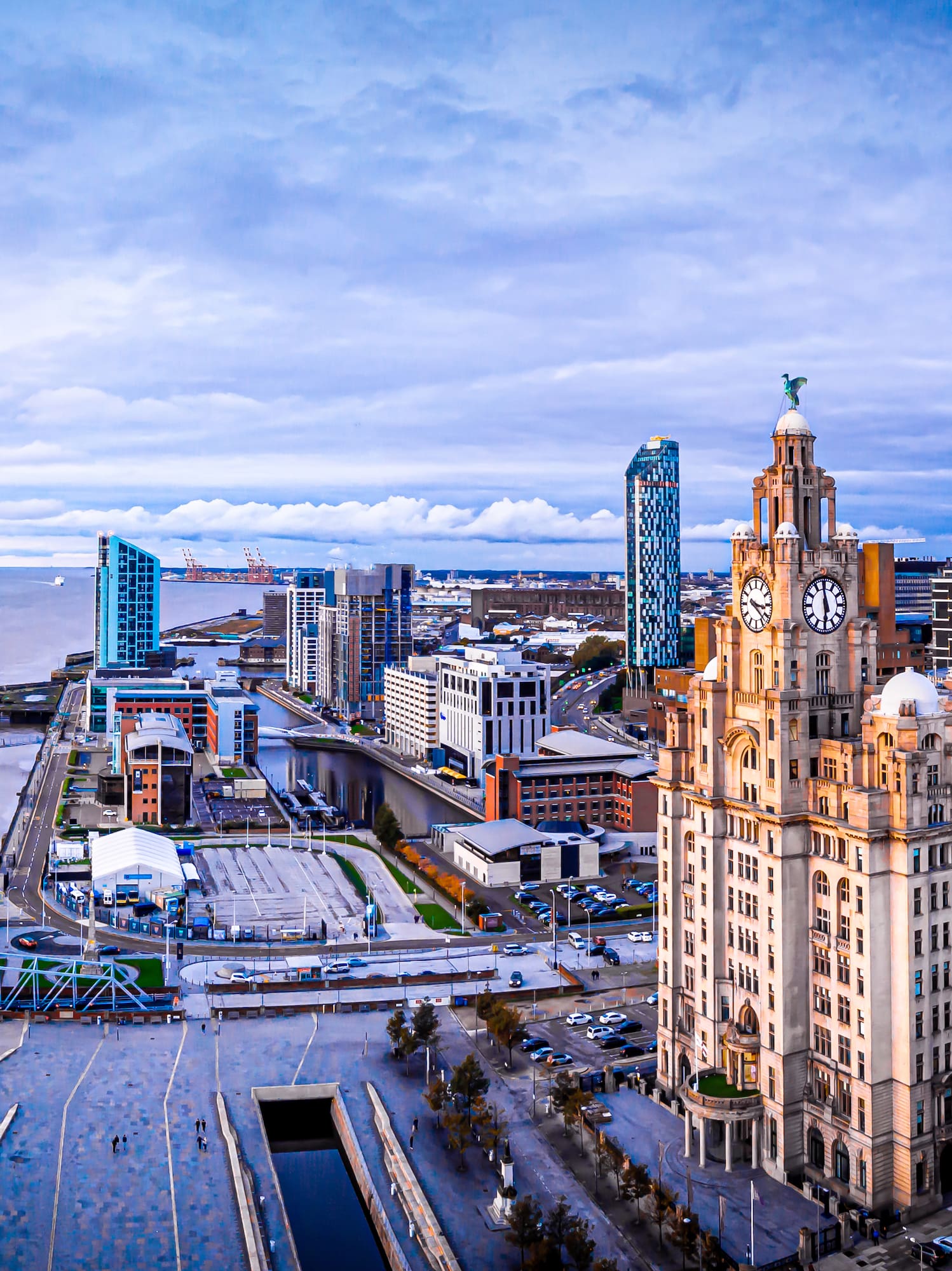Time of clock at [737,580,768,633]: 3:22
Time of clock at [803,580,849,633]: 5:58
